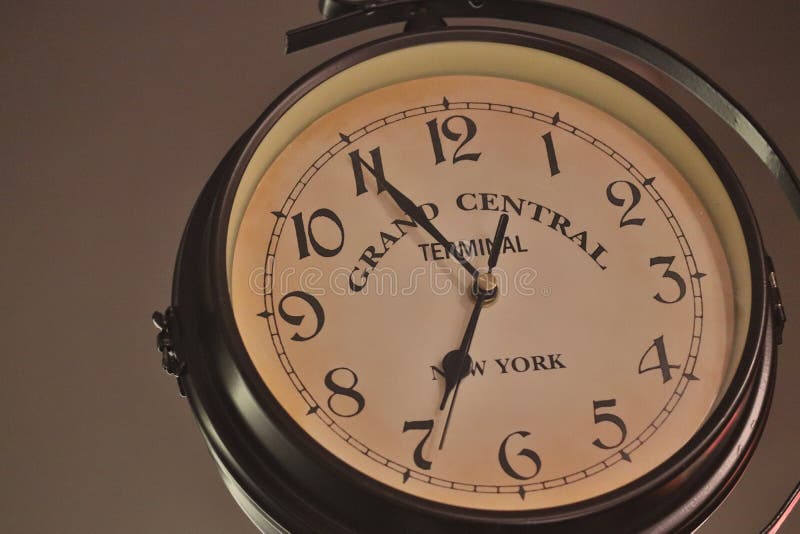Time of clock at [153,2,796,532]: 6:54
